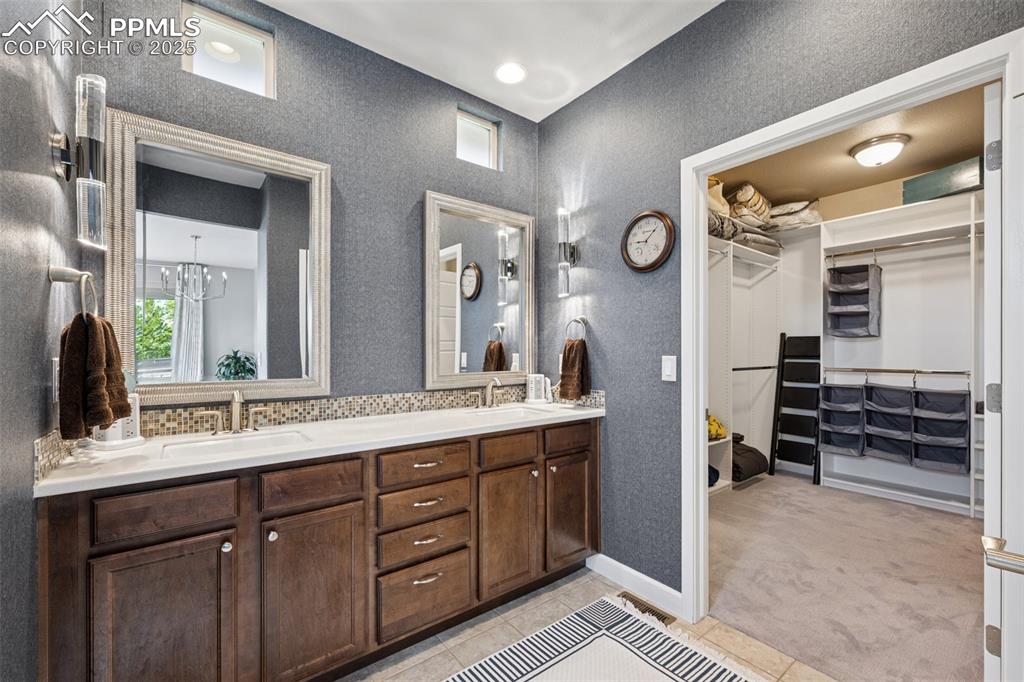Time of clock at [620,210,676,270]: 9:07
